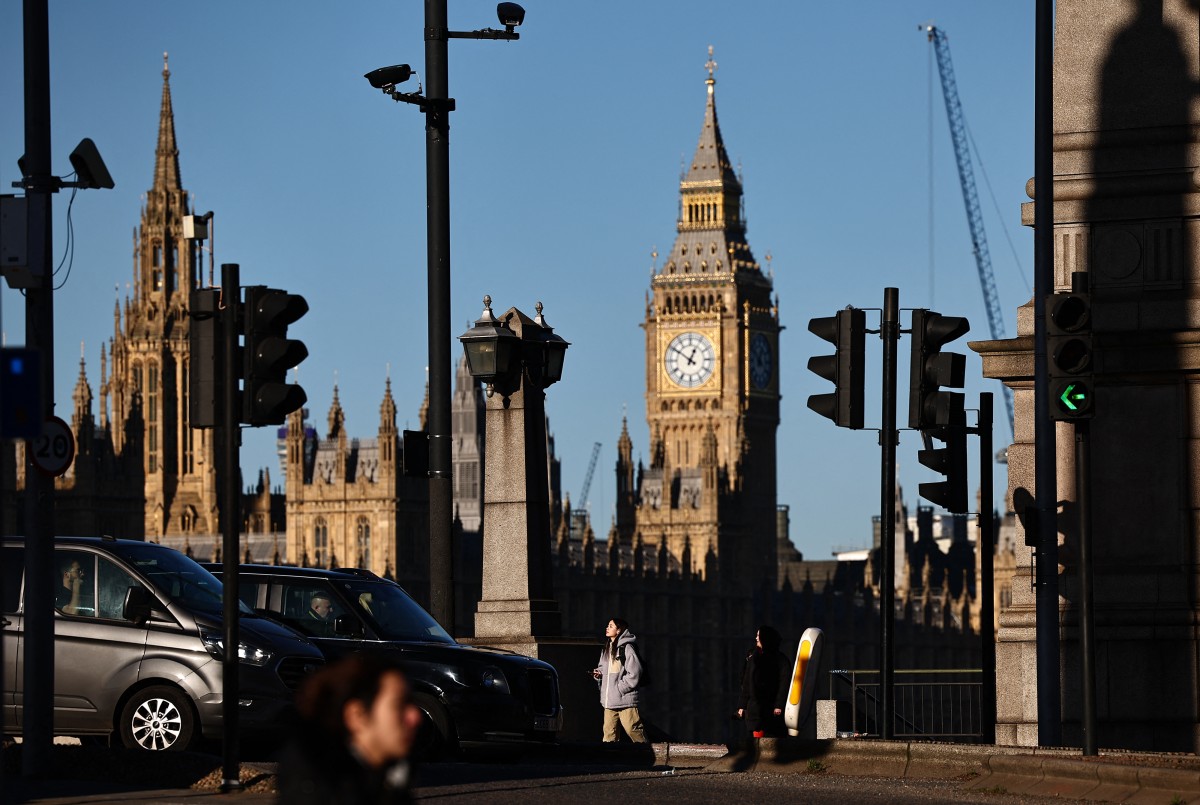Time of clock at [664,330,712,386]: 12:50
